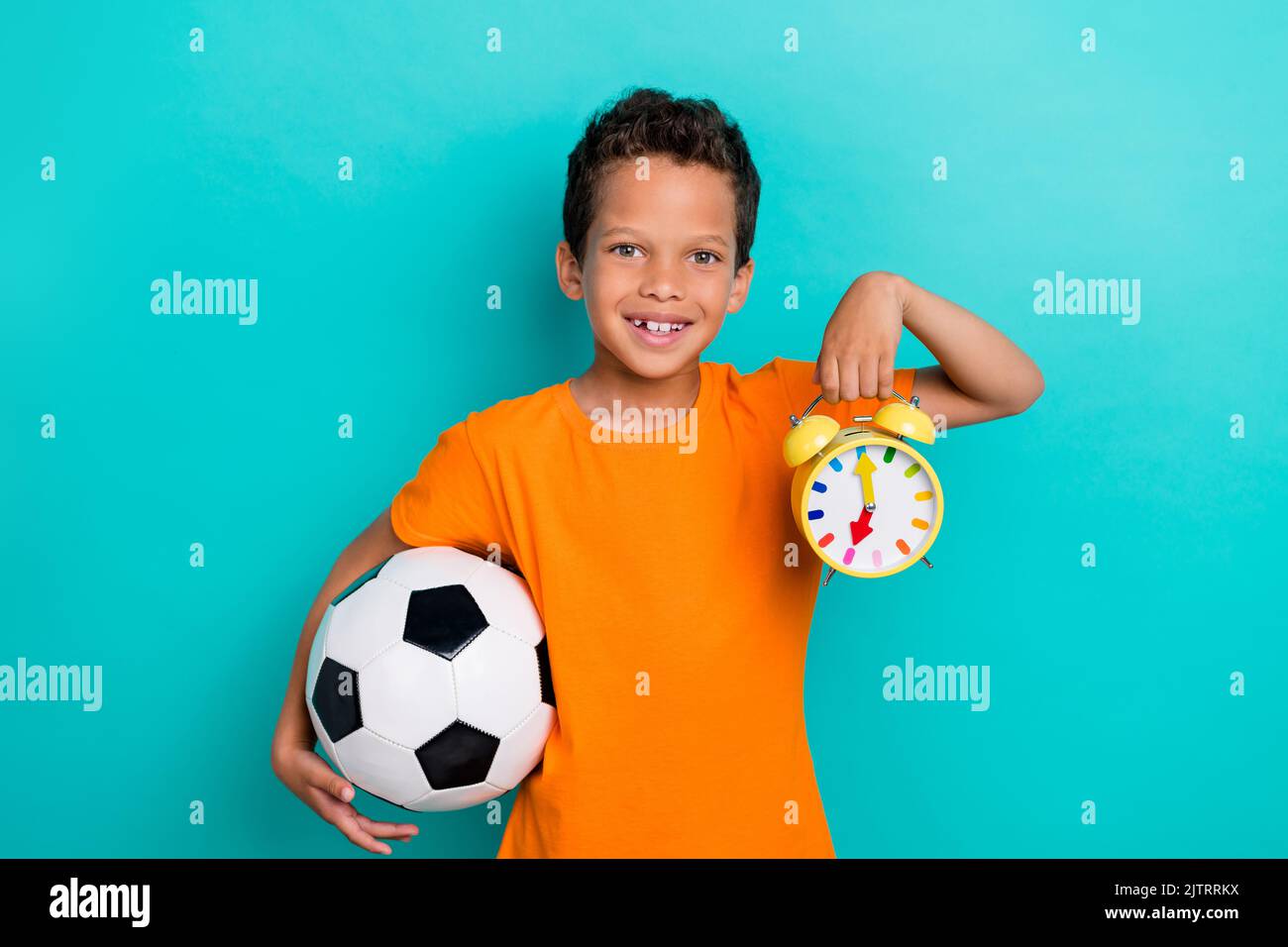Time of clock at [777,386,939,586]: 7:00
